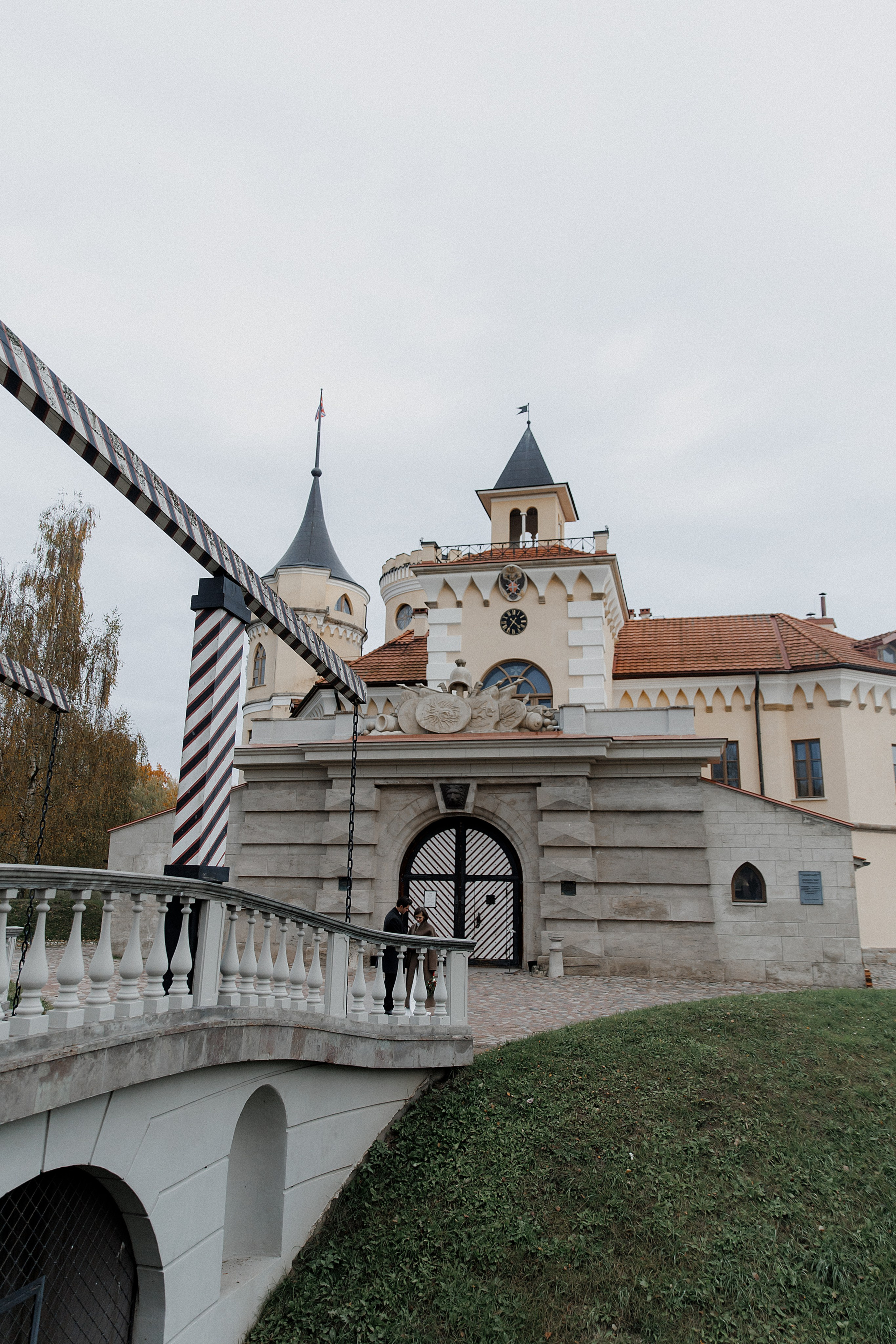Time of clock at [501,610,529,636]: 4:35
